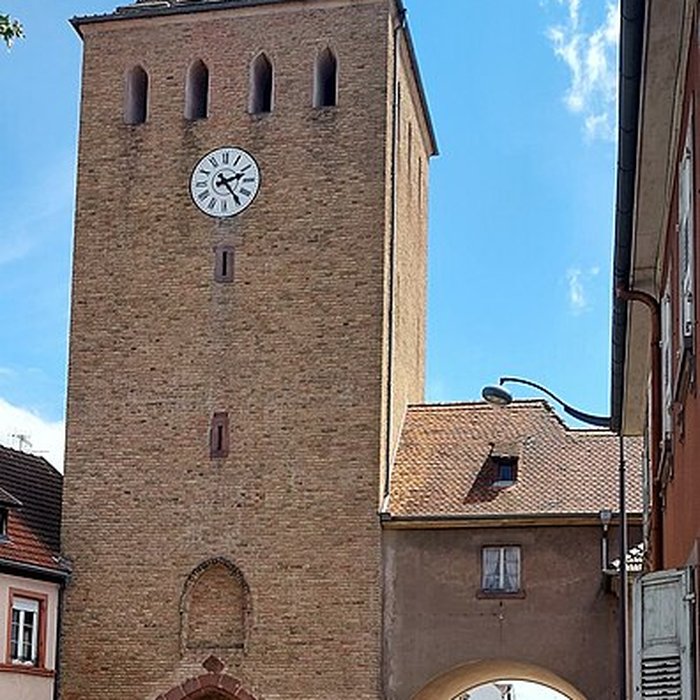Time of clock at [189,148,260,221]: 2:24
